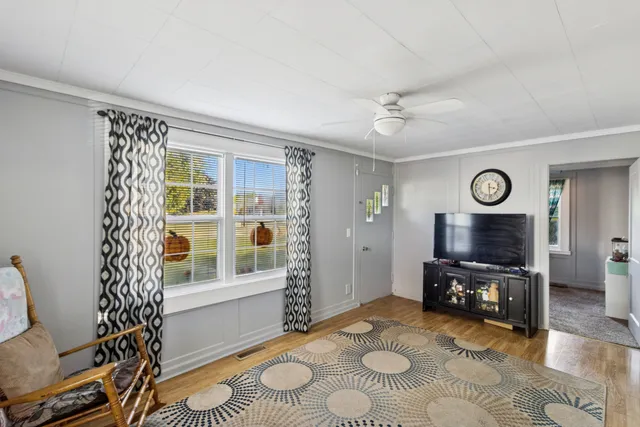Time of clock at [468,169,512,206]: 3:29
